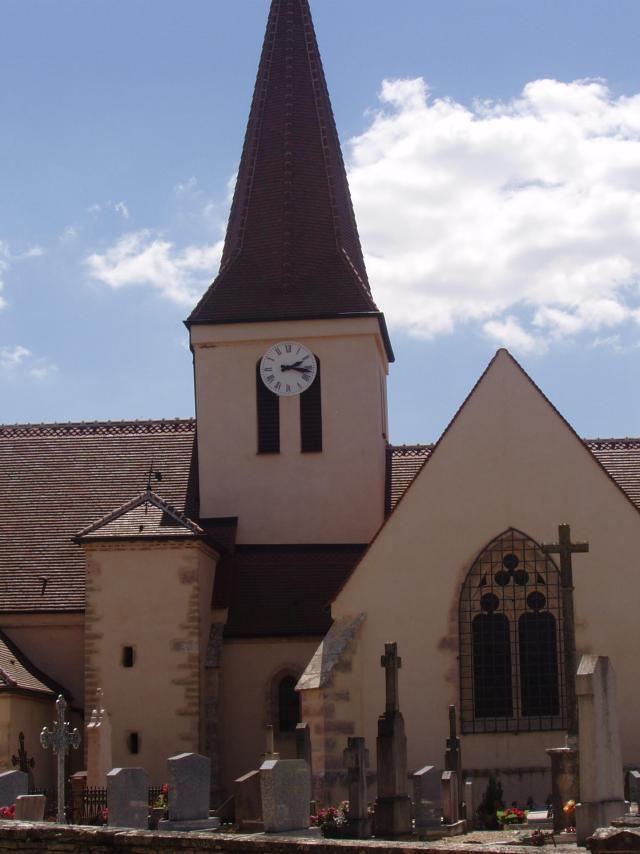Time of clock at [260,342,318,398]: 2:16
